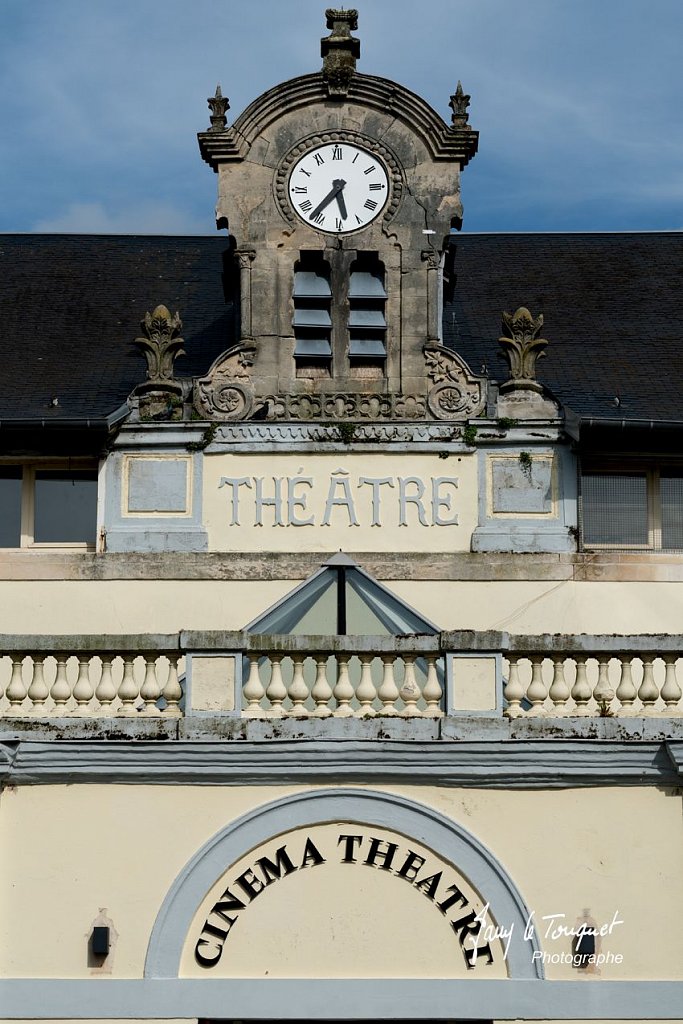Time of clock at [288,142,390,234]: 5:36
